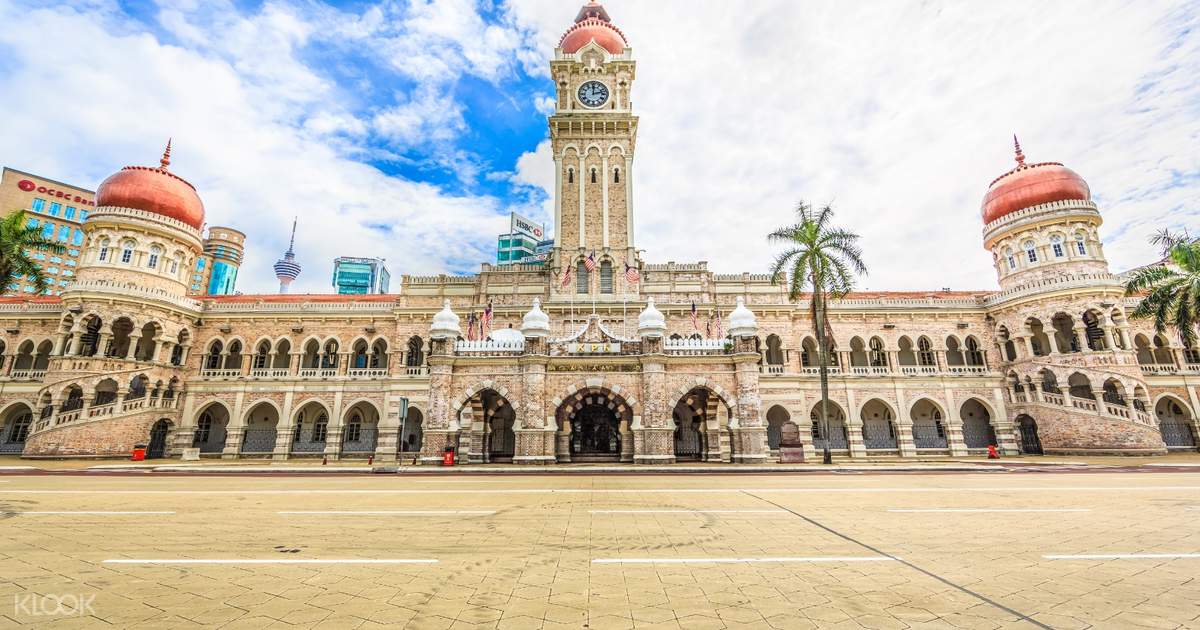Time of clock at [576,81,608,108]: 12:12
